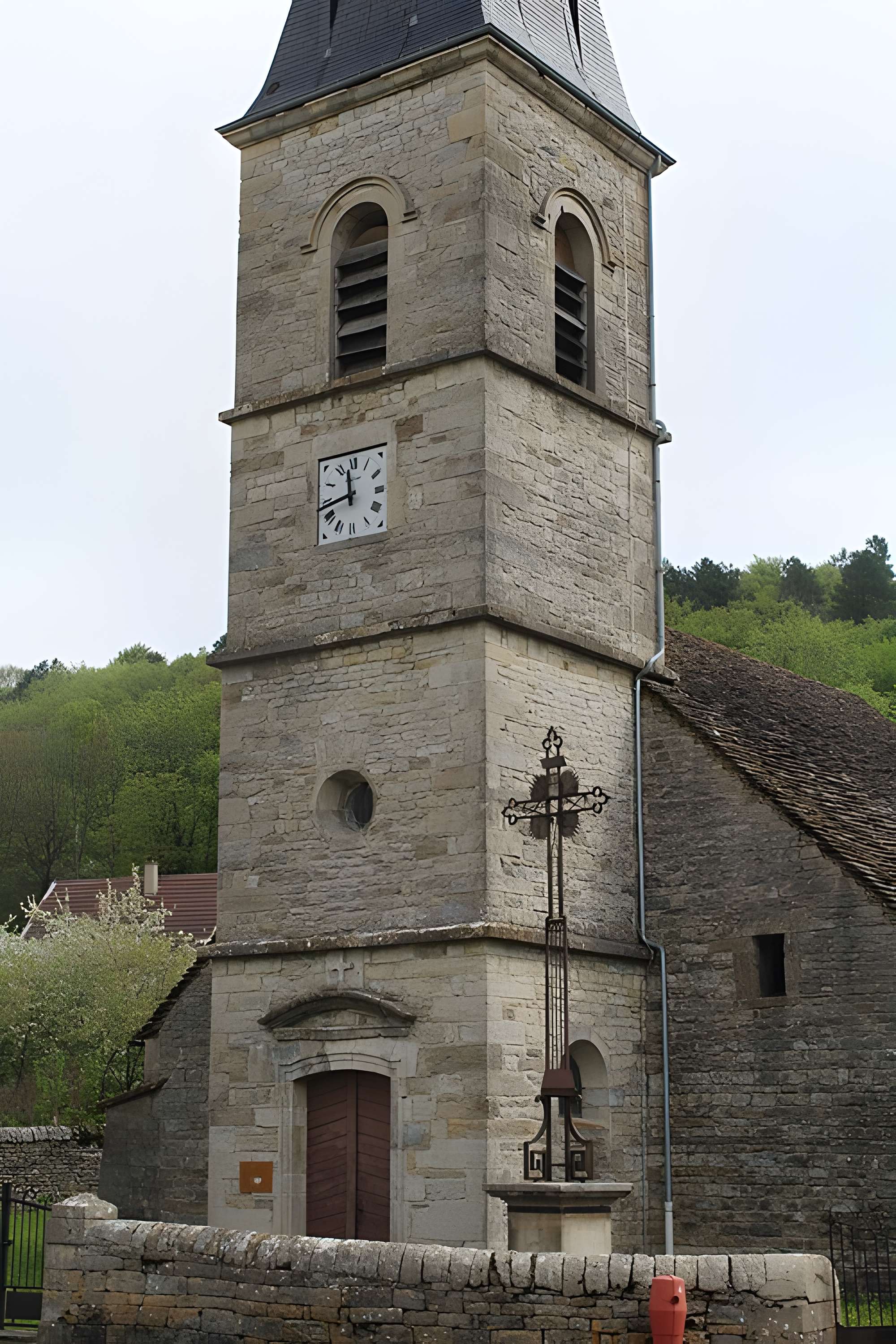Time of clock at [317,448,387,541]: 11:43
